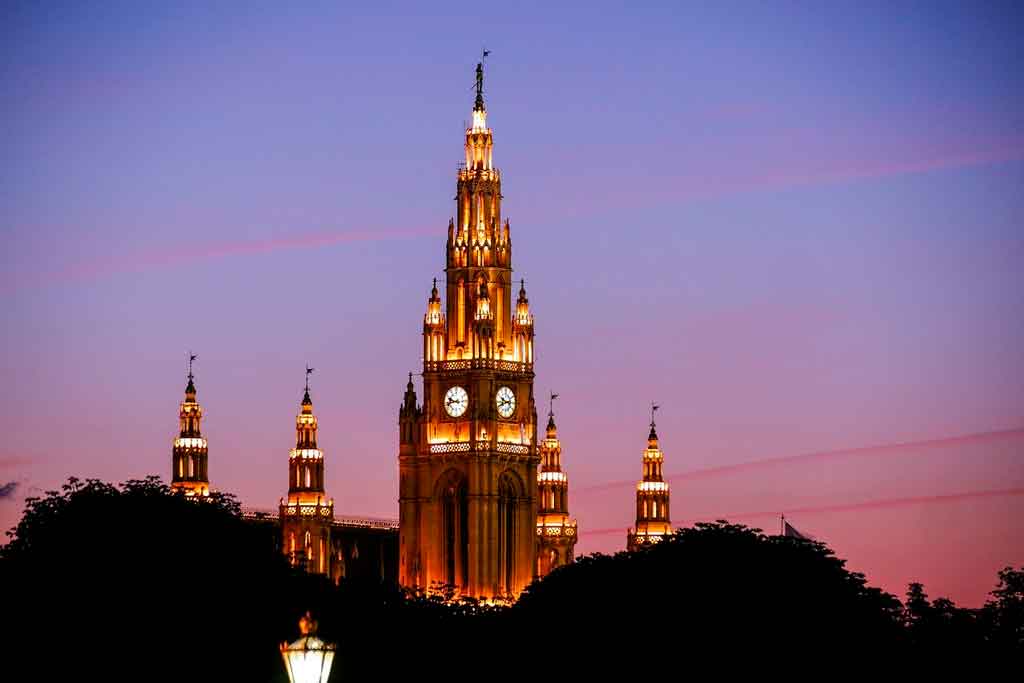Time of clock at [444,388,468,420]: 9:43
